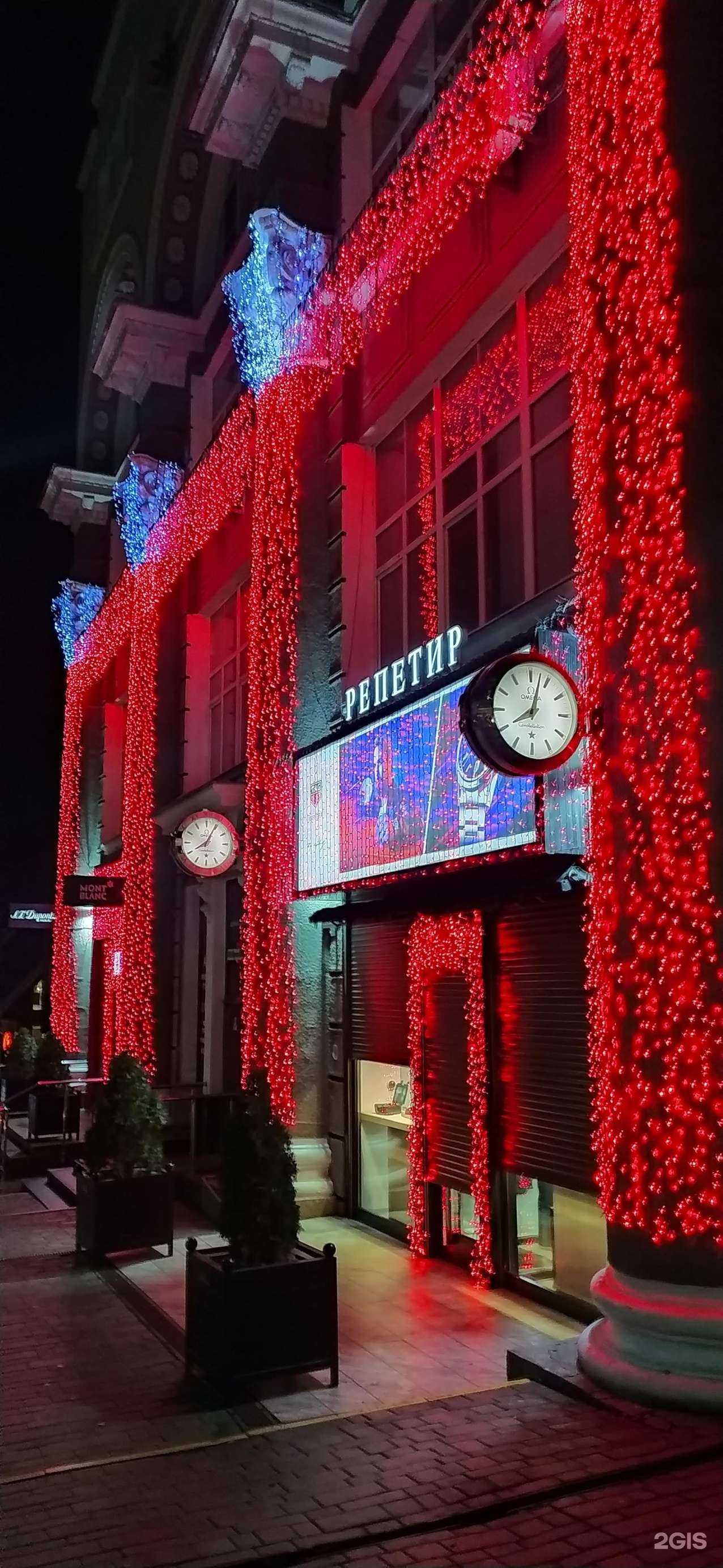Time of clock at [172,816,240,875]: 8:04
